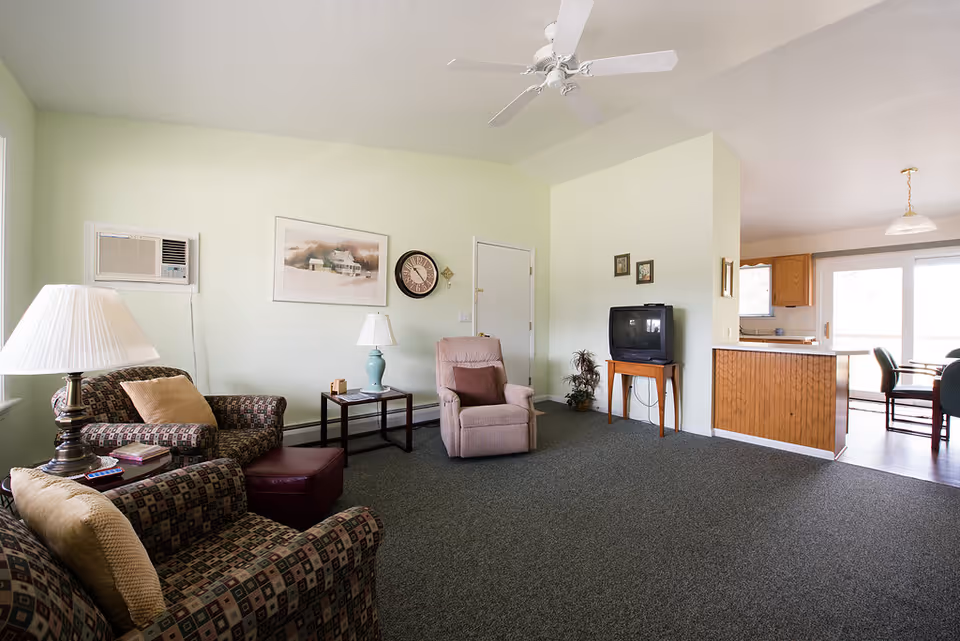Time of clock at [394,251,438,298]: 10:23
